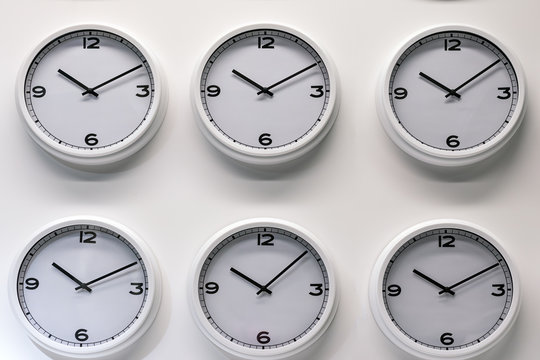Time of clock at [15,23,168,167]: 10:10
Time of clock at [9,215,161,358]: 10:10
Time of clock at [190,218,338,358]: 10:07
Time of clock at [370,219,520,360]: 10:10
